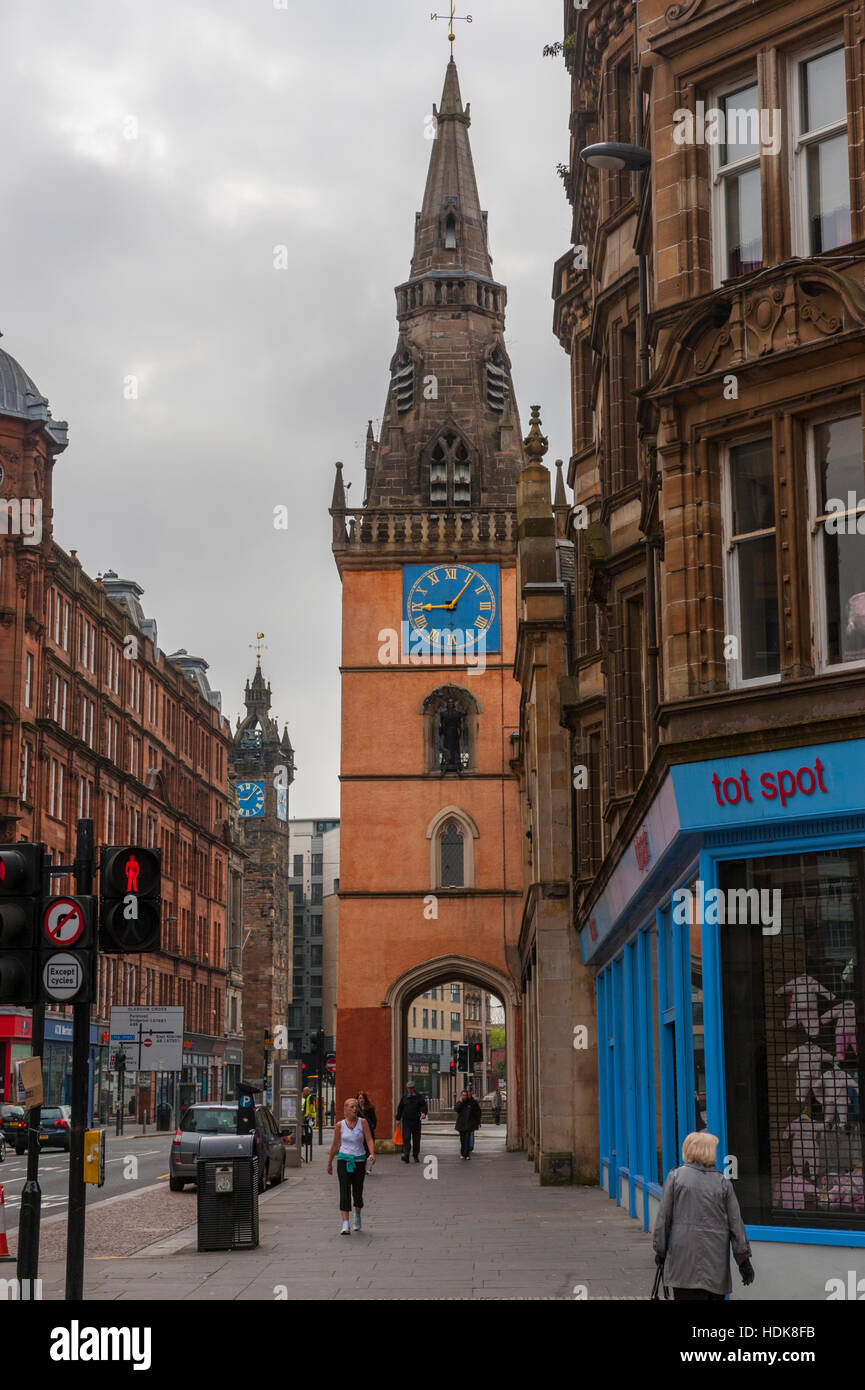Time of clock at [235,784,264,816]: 9:07
